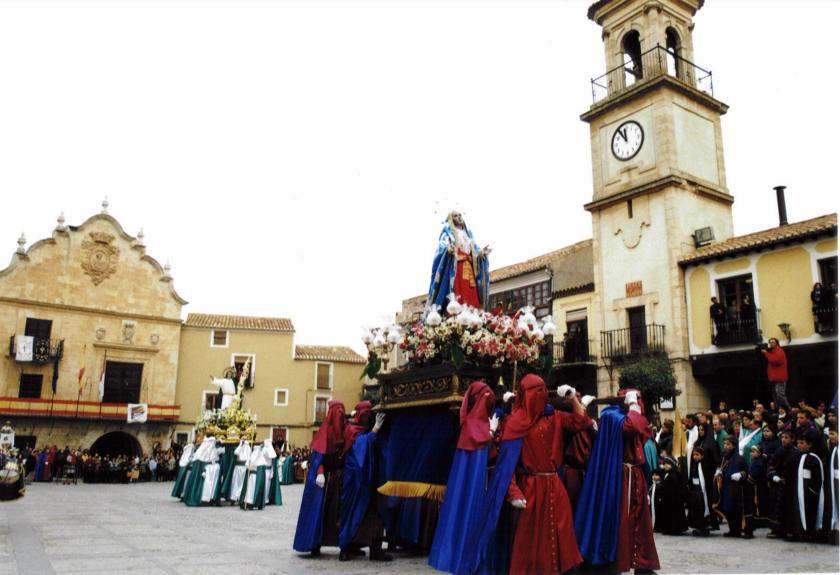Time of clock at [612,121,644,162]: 11:54
